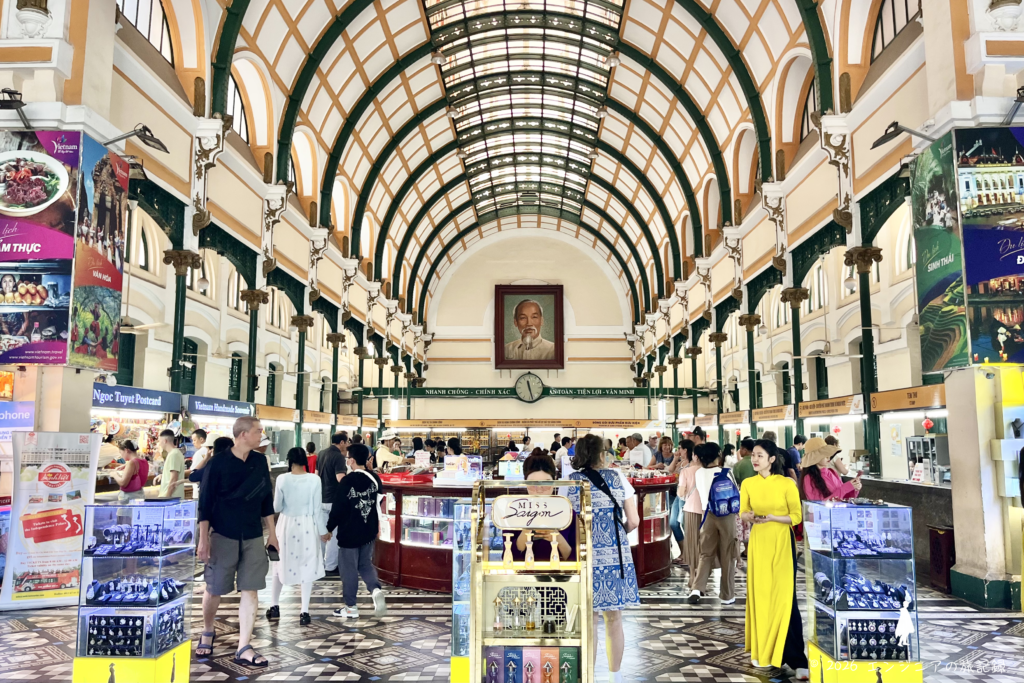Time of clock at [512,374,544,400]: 11:27
